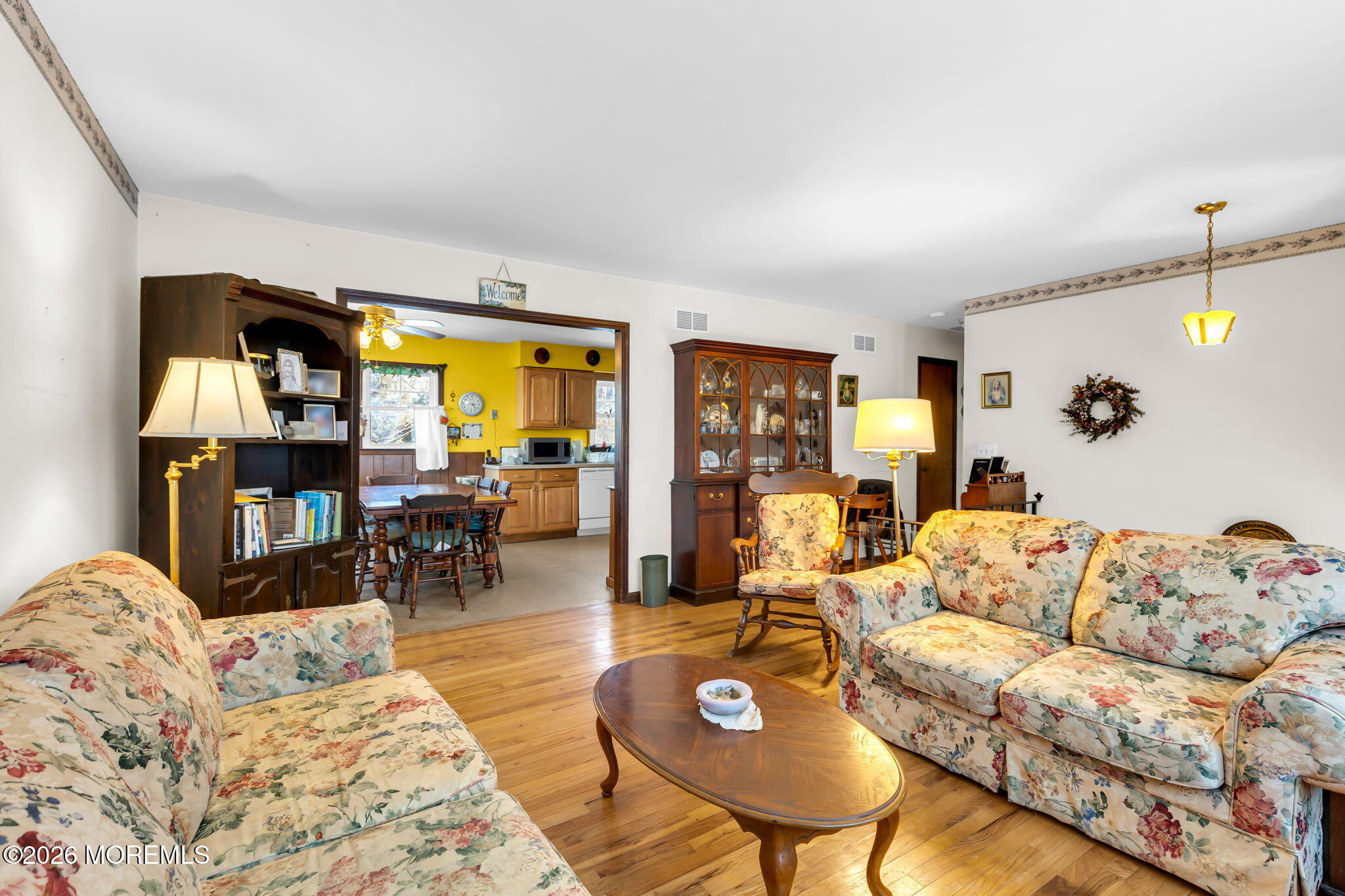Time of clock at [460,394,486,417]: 3:22
